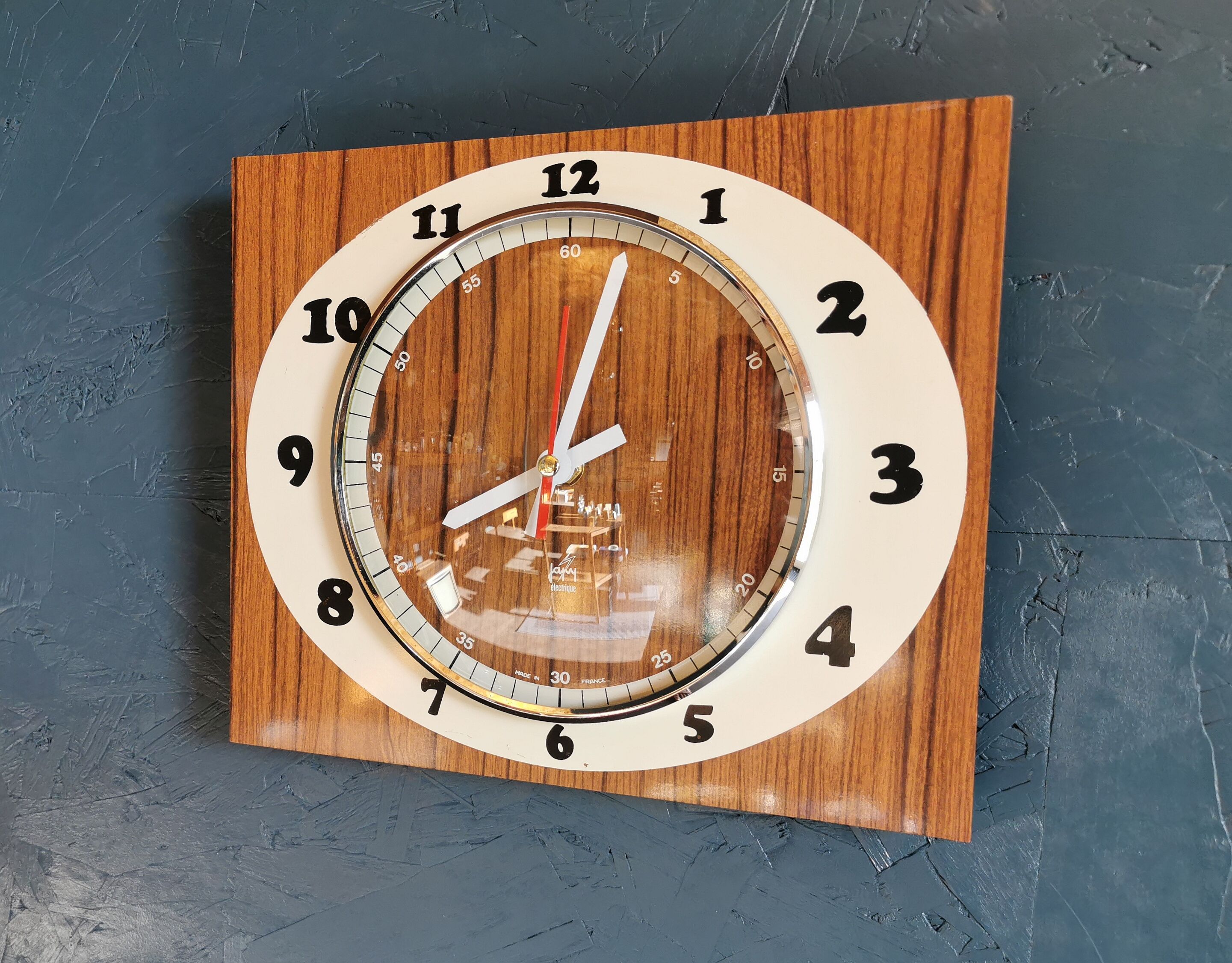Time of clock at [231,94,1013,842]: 8:02
